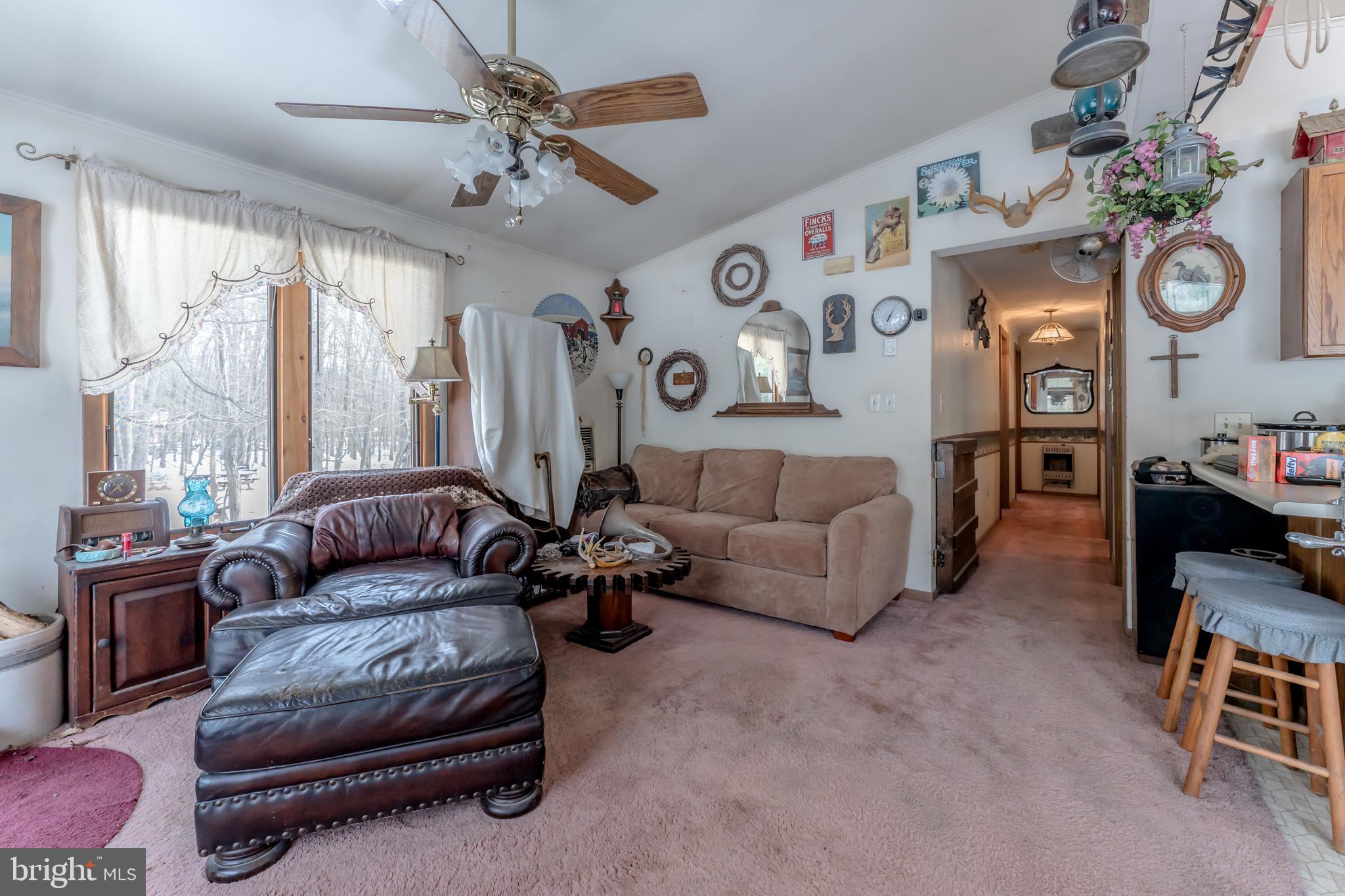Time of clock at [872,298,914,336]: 7:04
